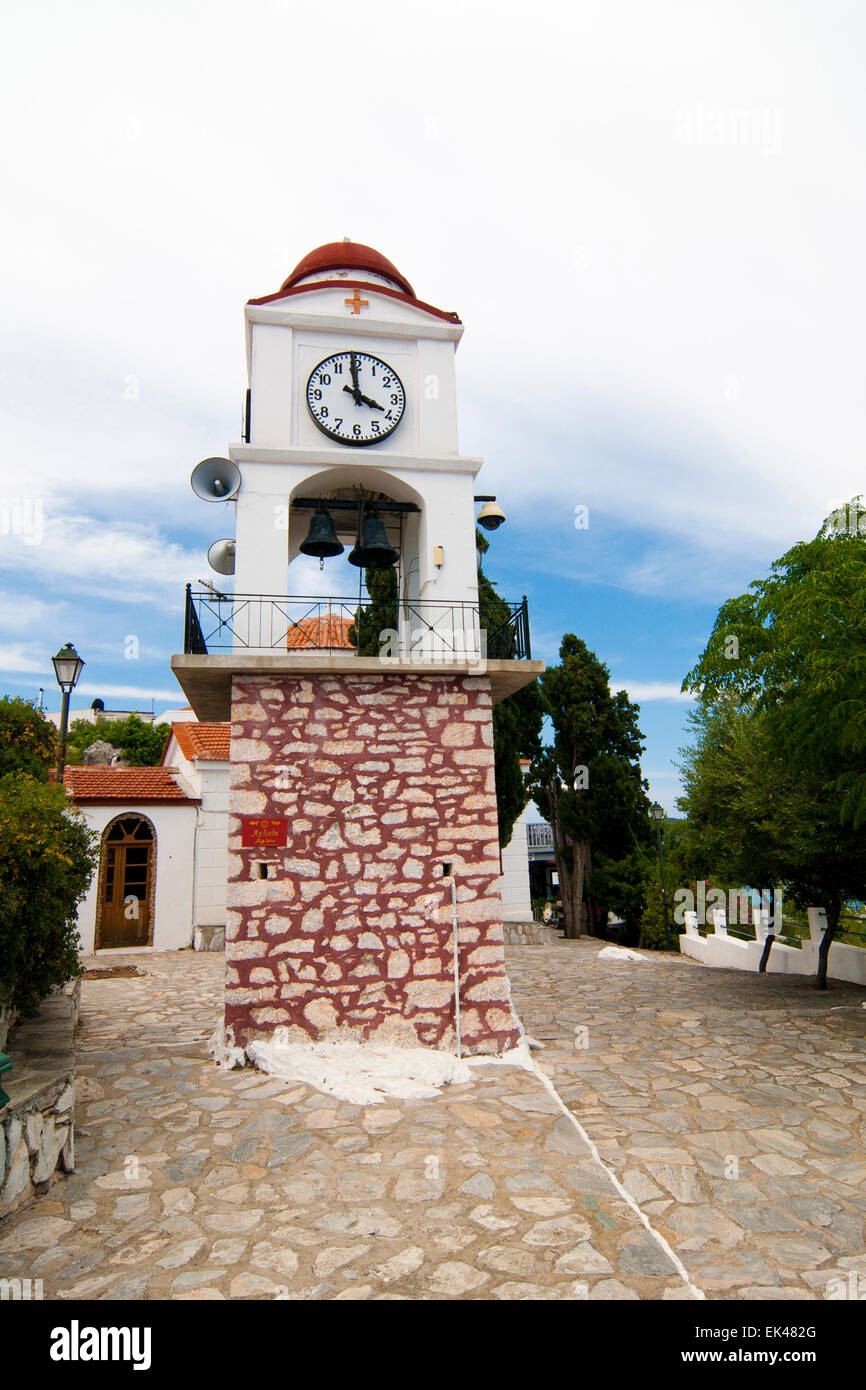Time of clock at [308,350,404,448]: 3:58
